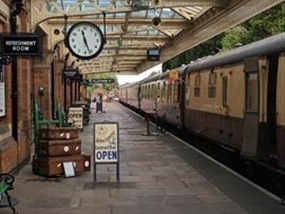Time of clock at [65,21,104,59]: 11:26
